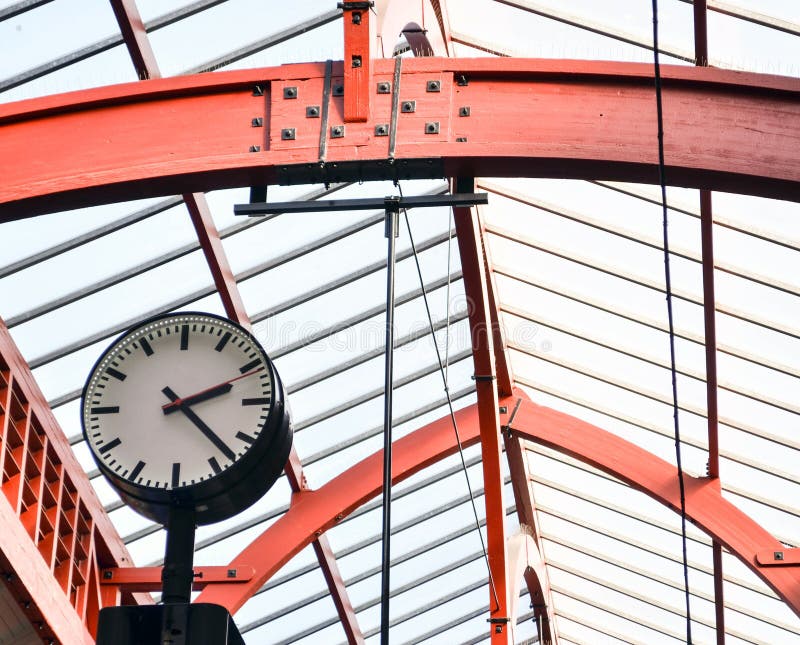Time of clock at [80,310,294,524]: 2:23
